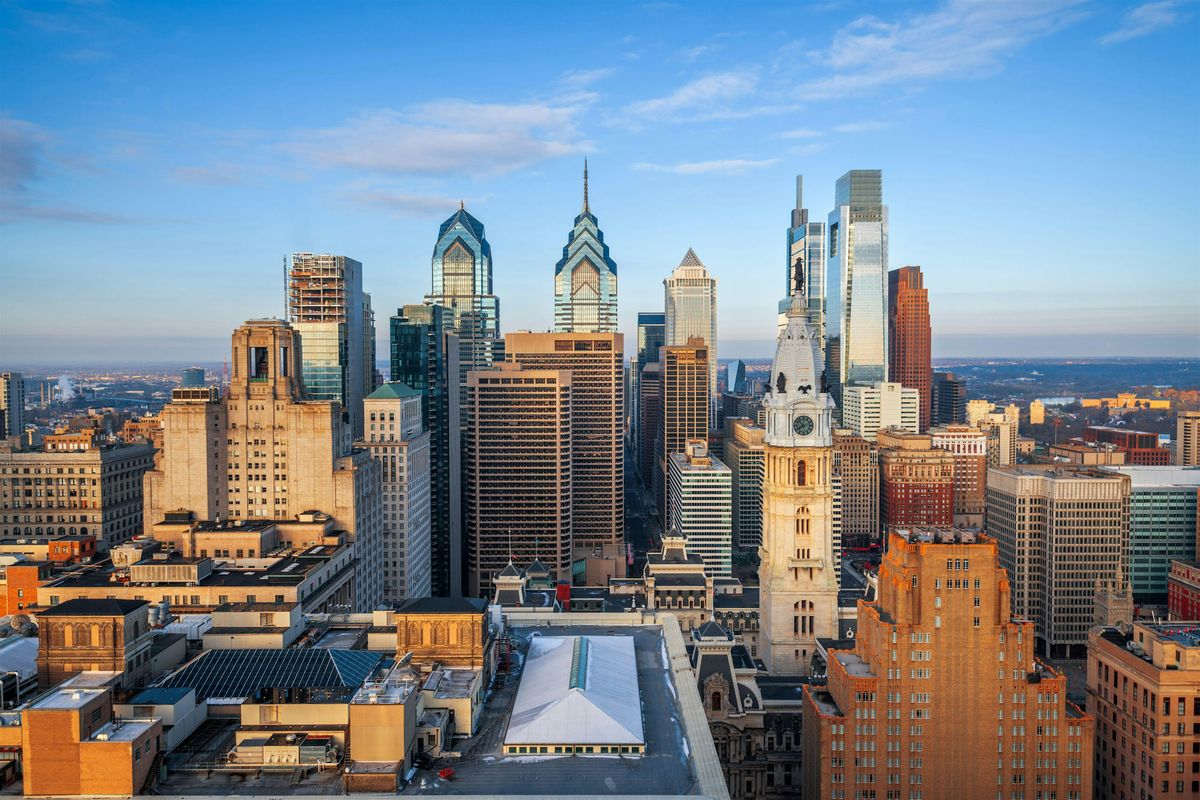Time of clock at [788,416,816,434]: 7:52
